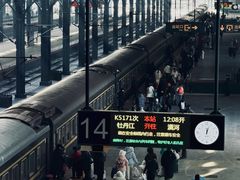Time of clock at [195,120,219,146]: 12:03
